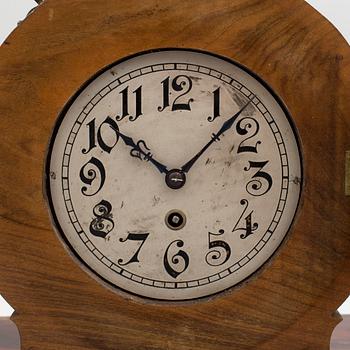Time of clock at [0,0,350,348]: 10:07
